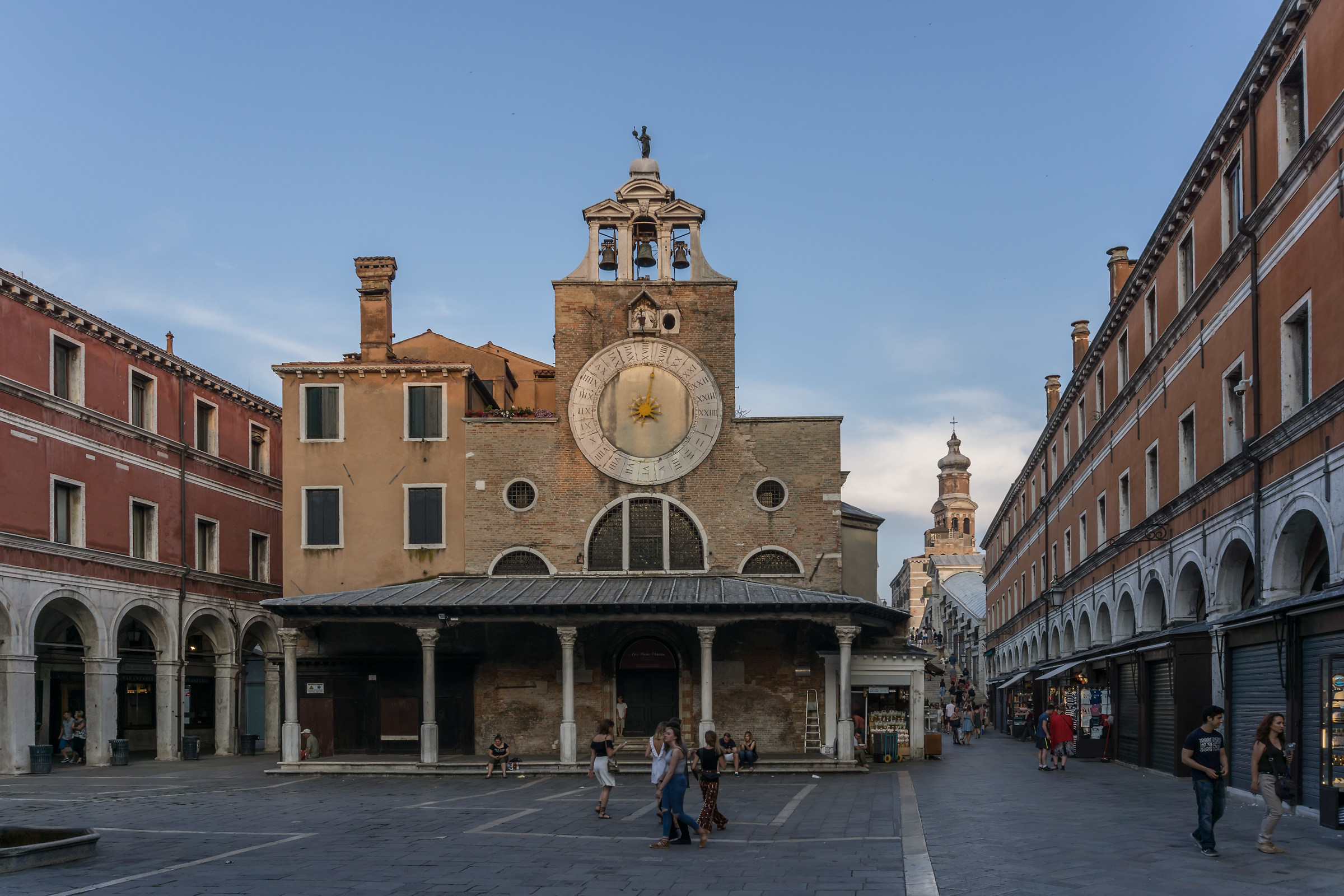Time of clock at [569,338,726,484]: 9:01
